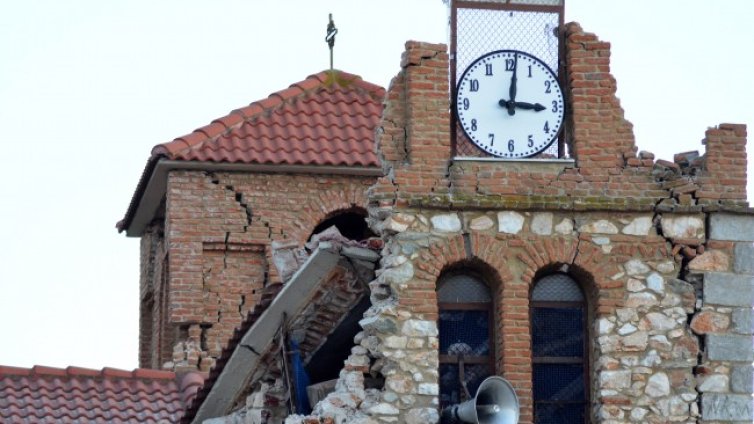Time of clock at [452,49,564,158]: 3:01
